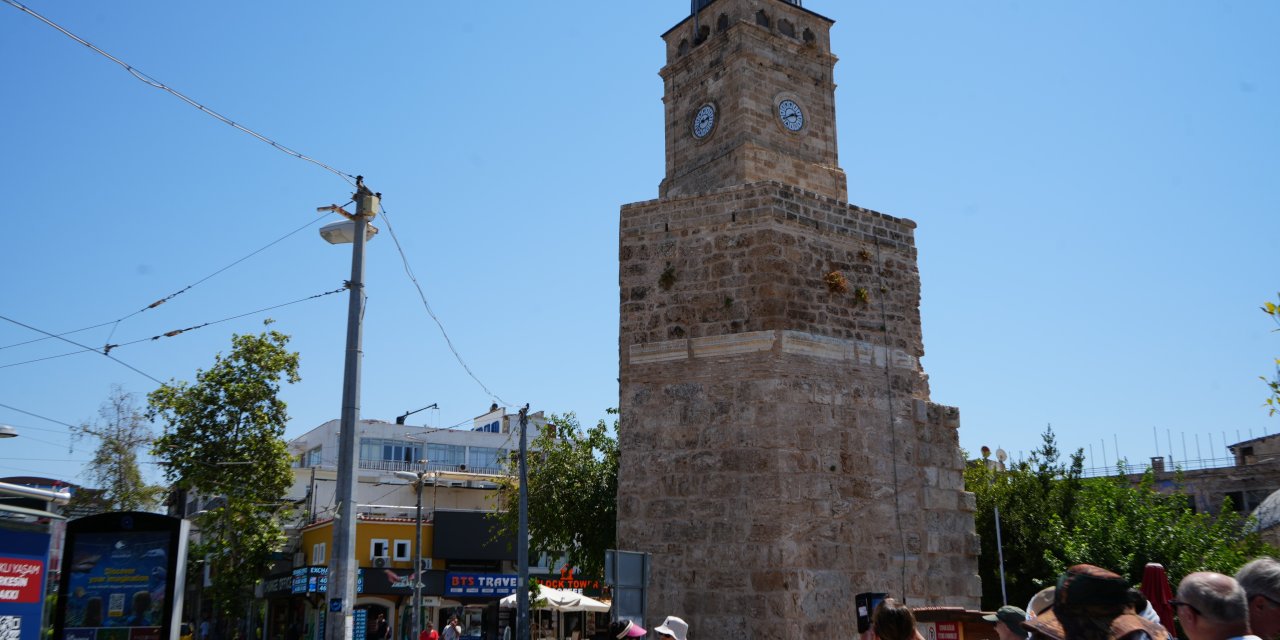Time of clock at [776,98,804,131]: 2:40
